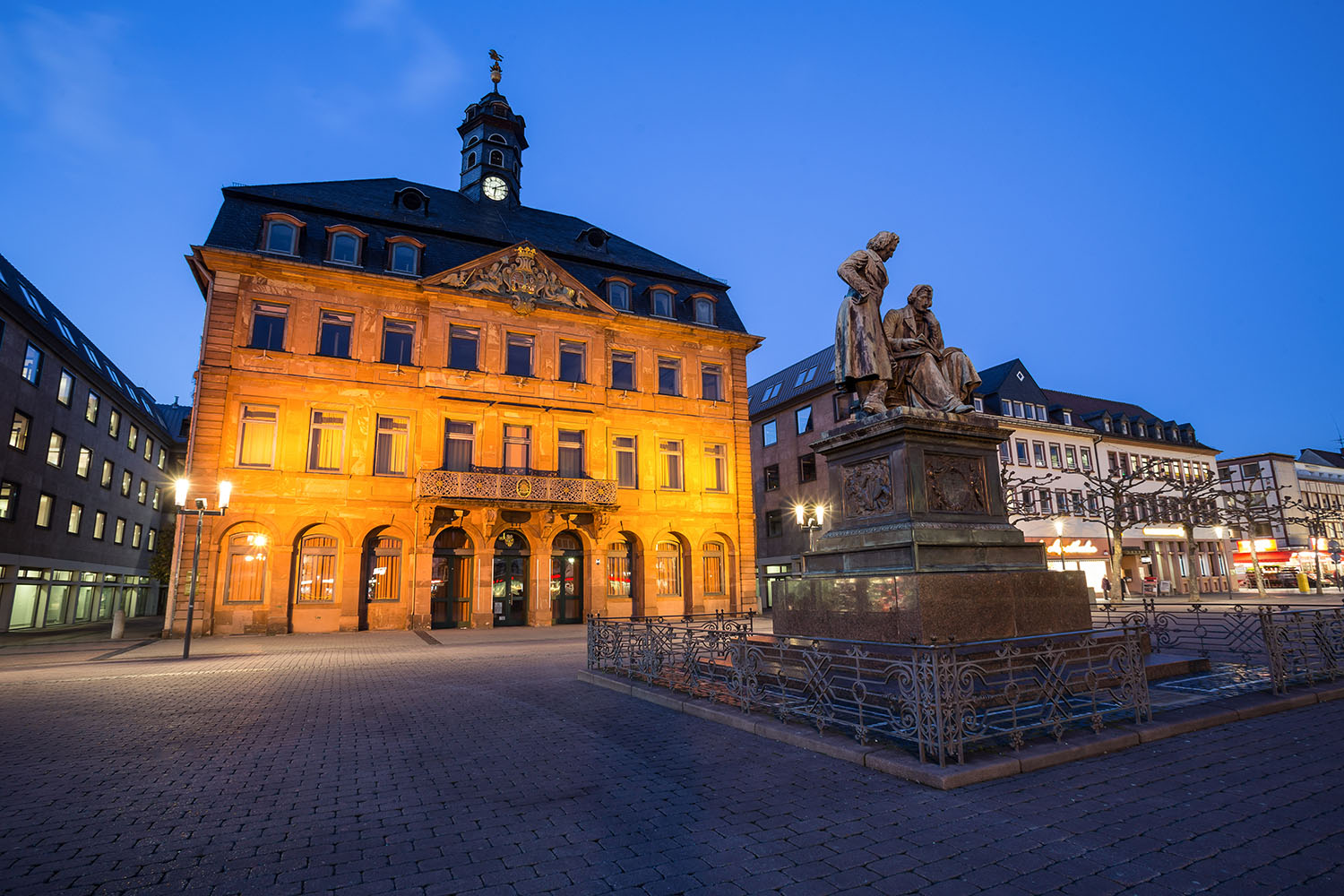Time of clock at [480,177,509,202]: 6:10
